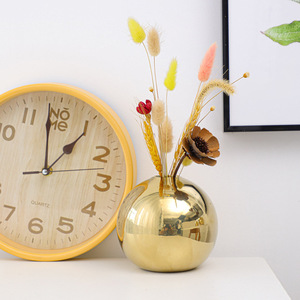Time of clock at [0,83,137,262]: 12:58
